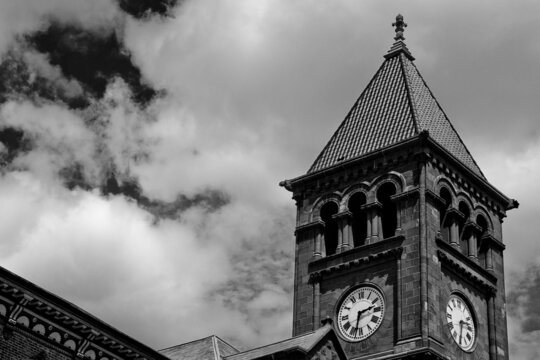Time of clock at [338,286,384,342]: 2:32
